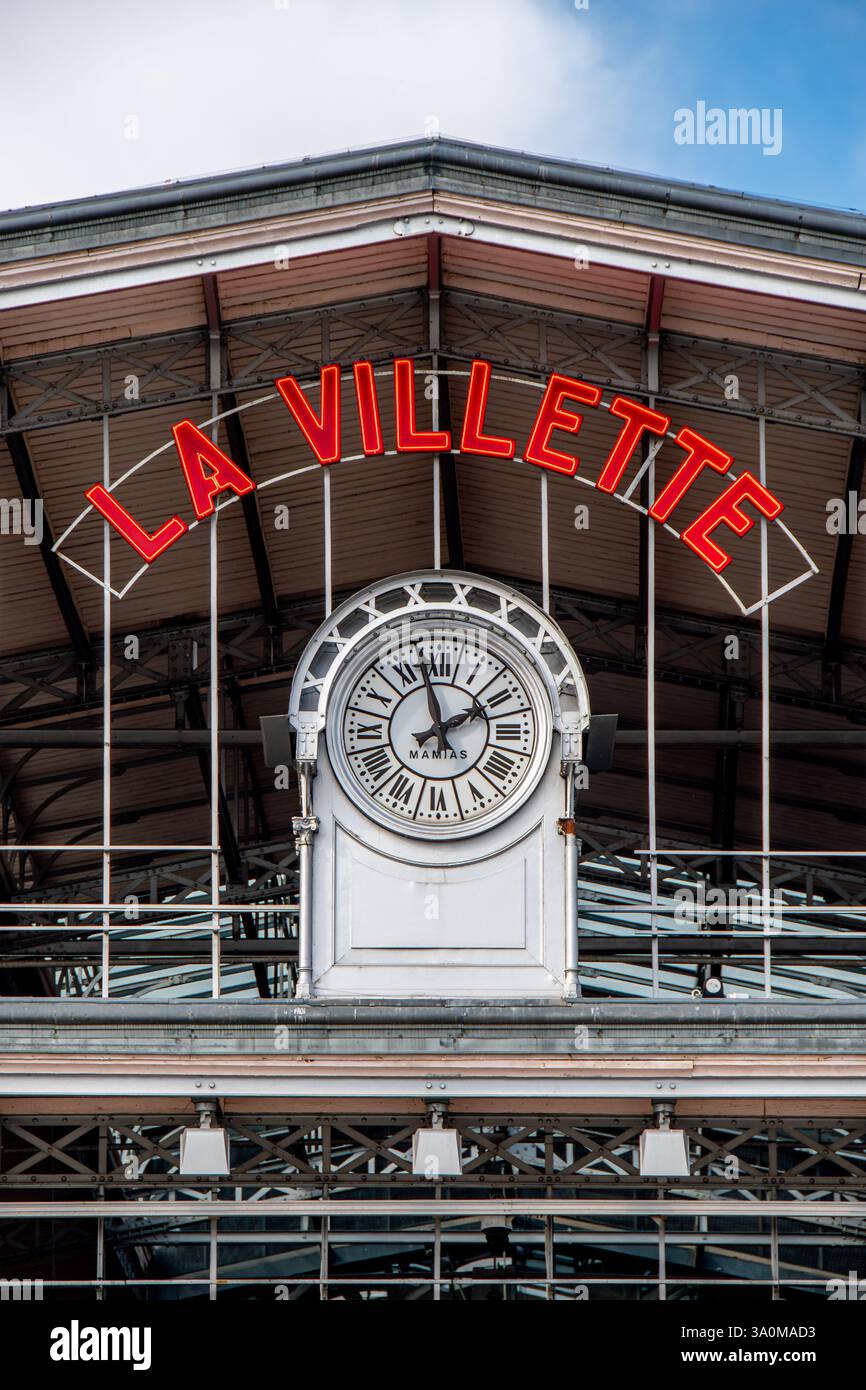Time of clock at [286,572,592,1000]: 1:56
